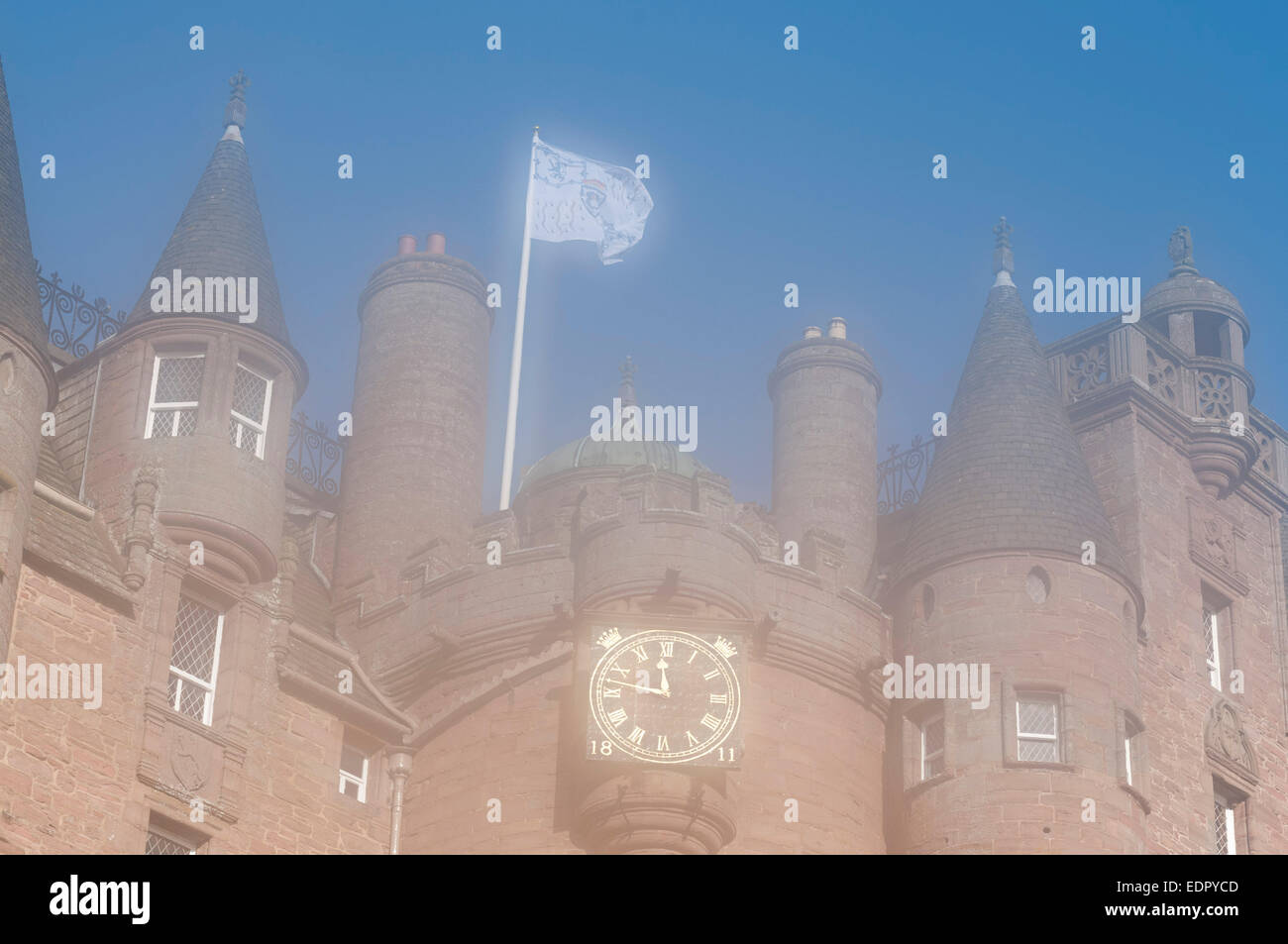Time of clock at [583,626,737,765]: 11:47
